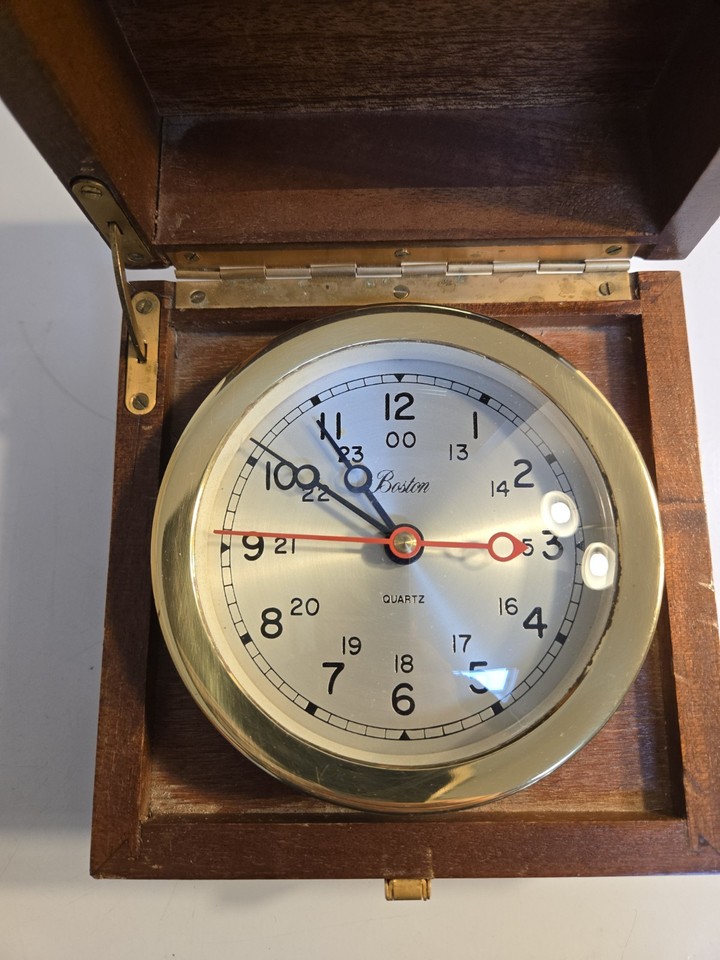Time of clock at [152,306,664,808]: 10:50
